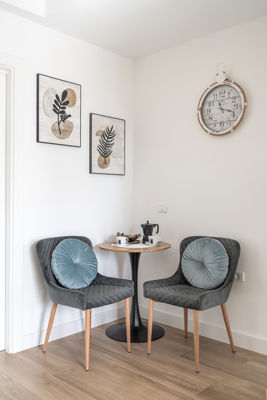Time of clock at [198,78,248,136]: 11:18
